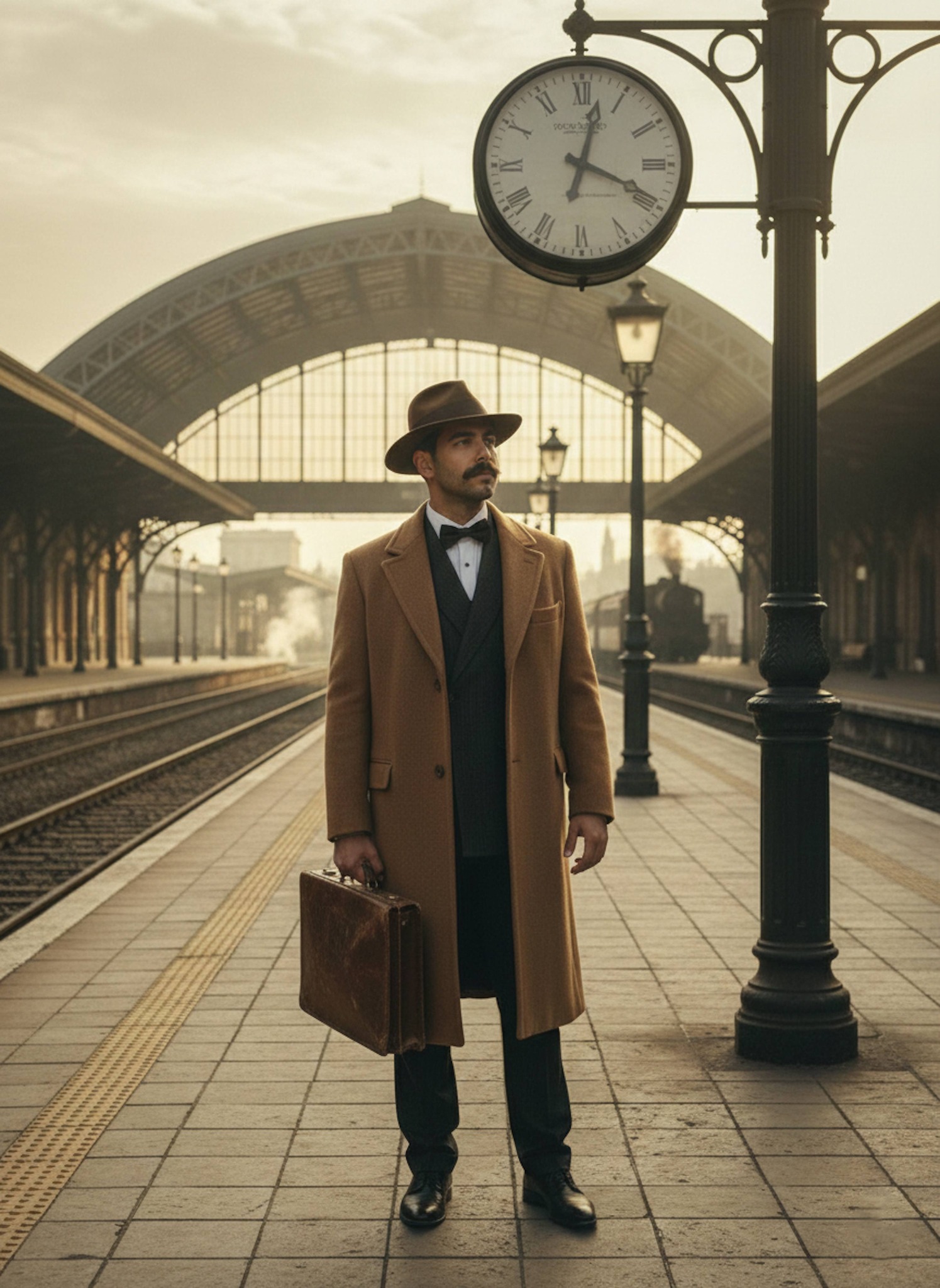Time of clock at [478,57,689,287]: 12:19
